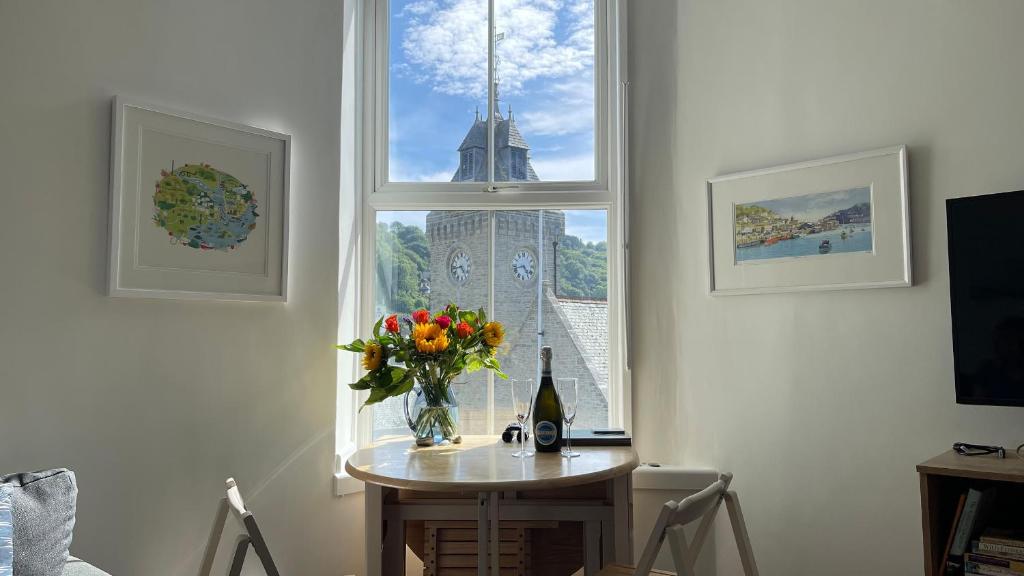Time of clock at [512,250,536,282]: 4:42
